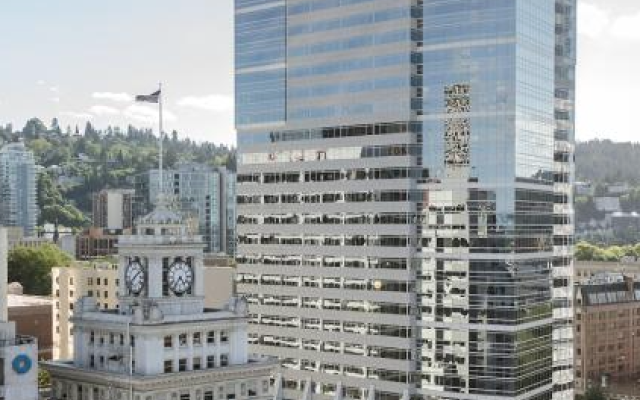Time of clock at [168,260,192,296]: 4:35
